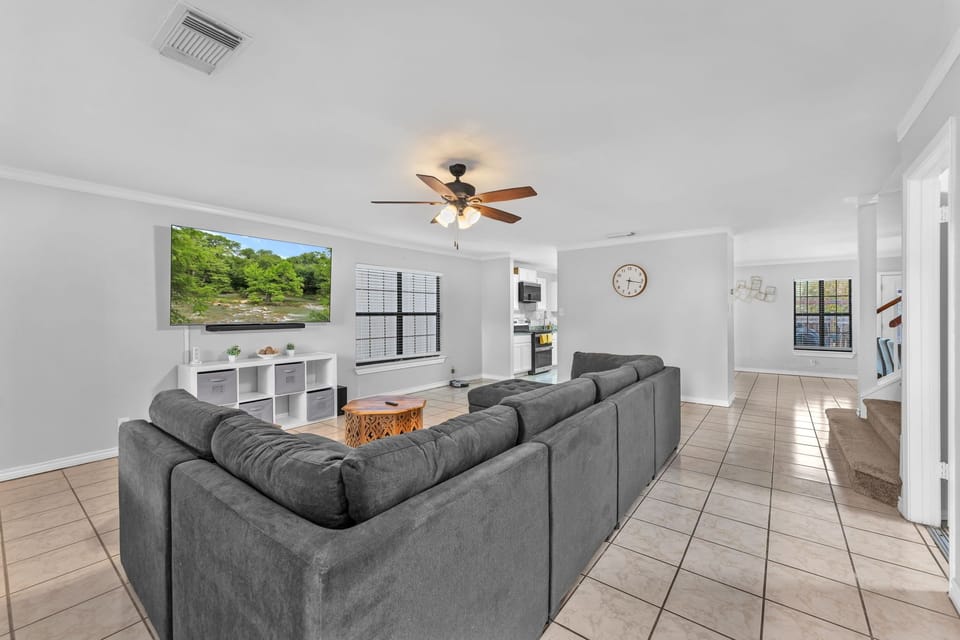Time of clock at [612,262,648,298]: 6:17
